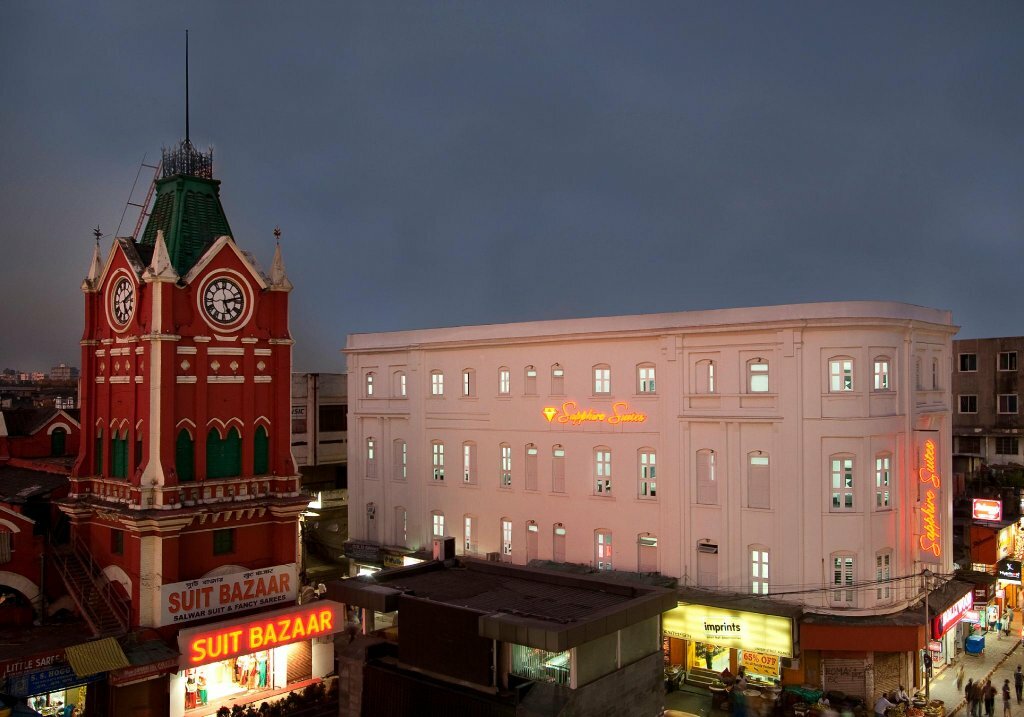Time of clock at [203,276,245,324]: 5:12
